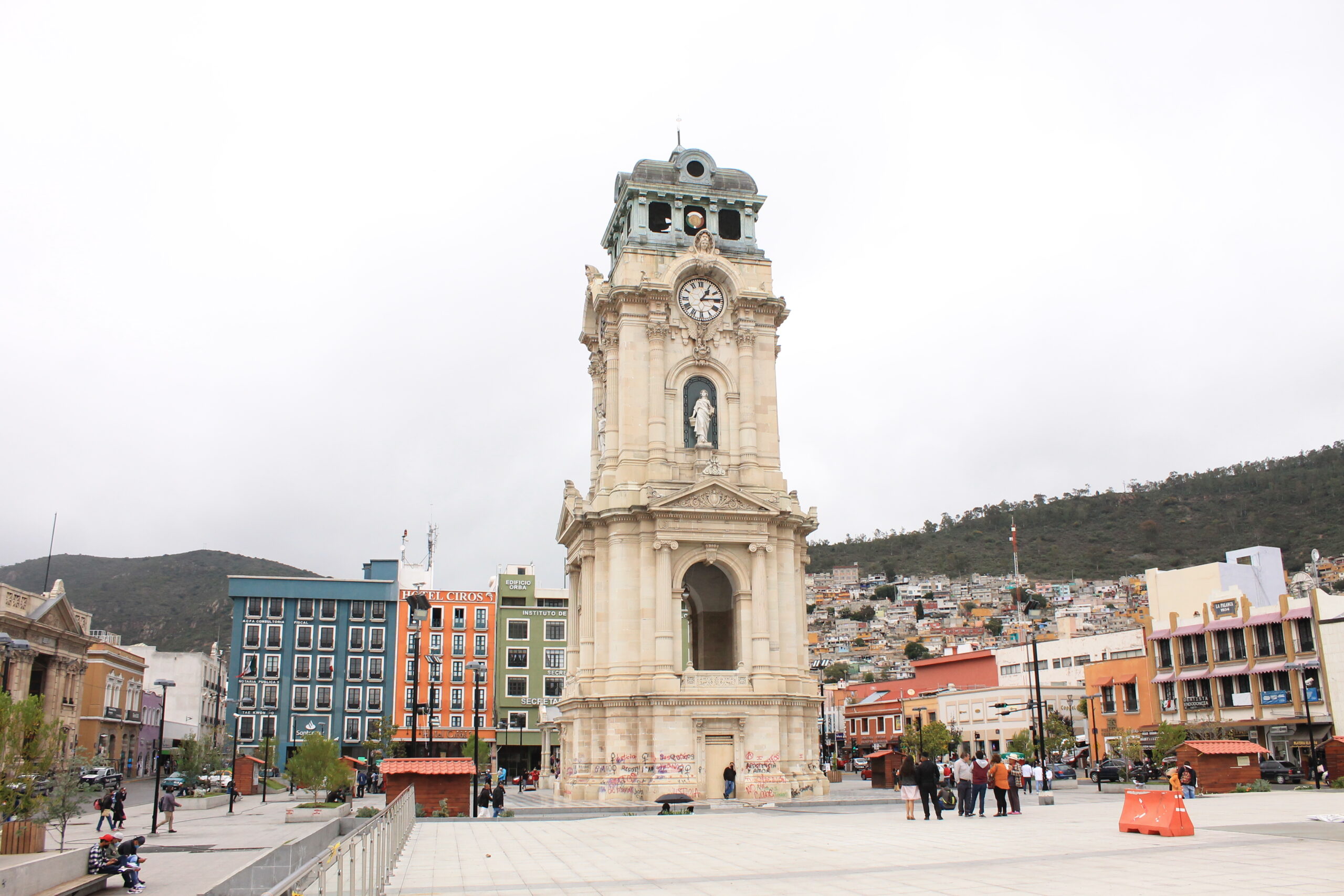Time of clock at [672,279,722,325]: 1:13
